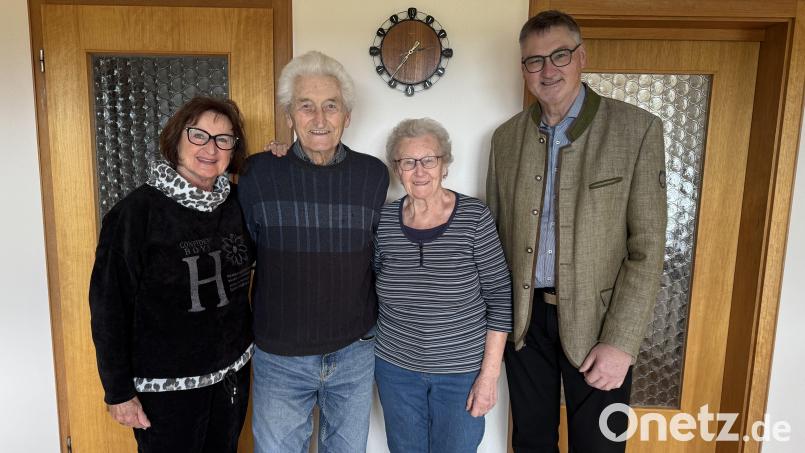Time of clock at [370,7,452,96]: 2:36
